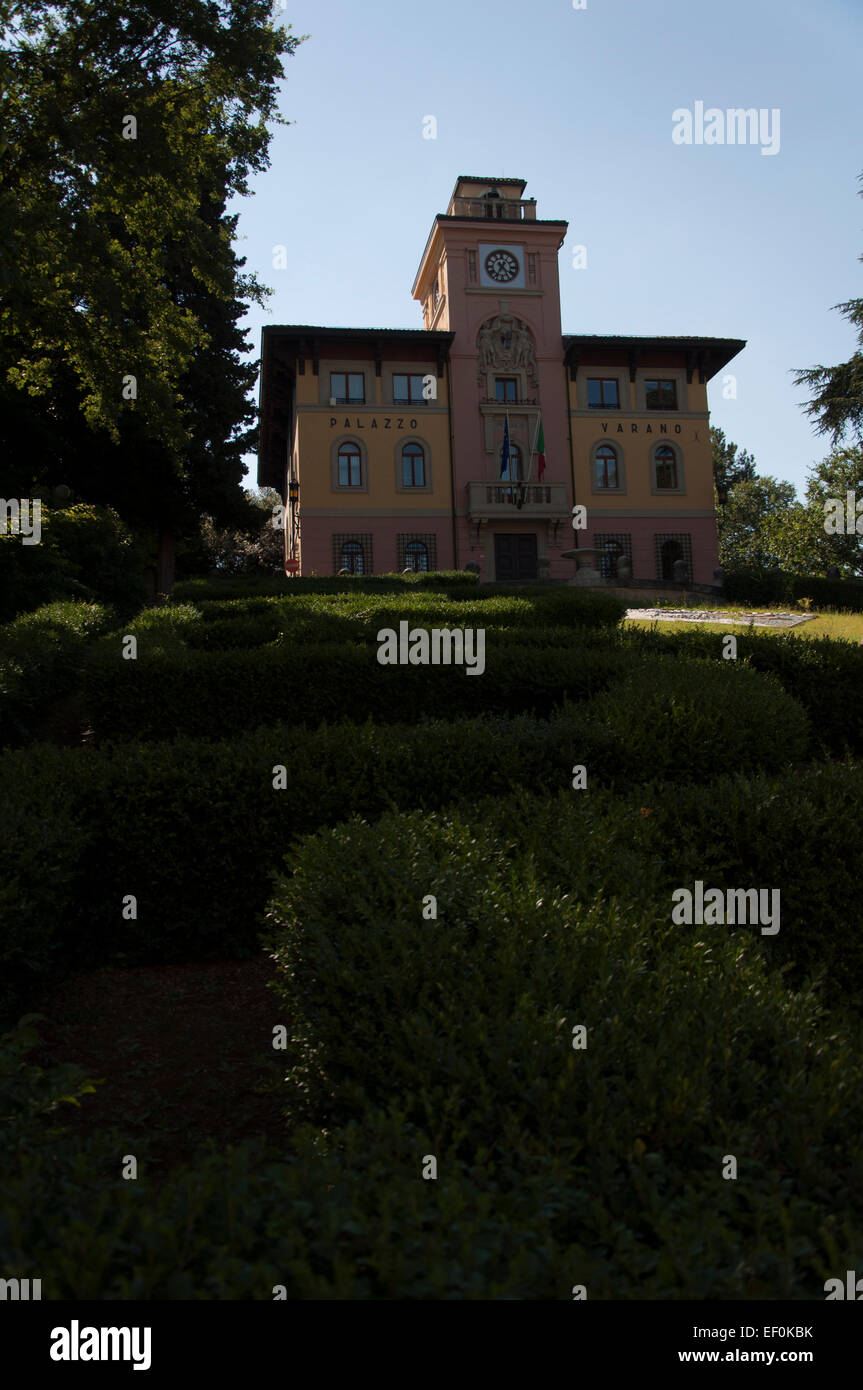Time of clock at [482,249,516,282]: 4:35
